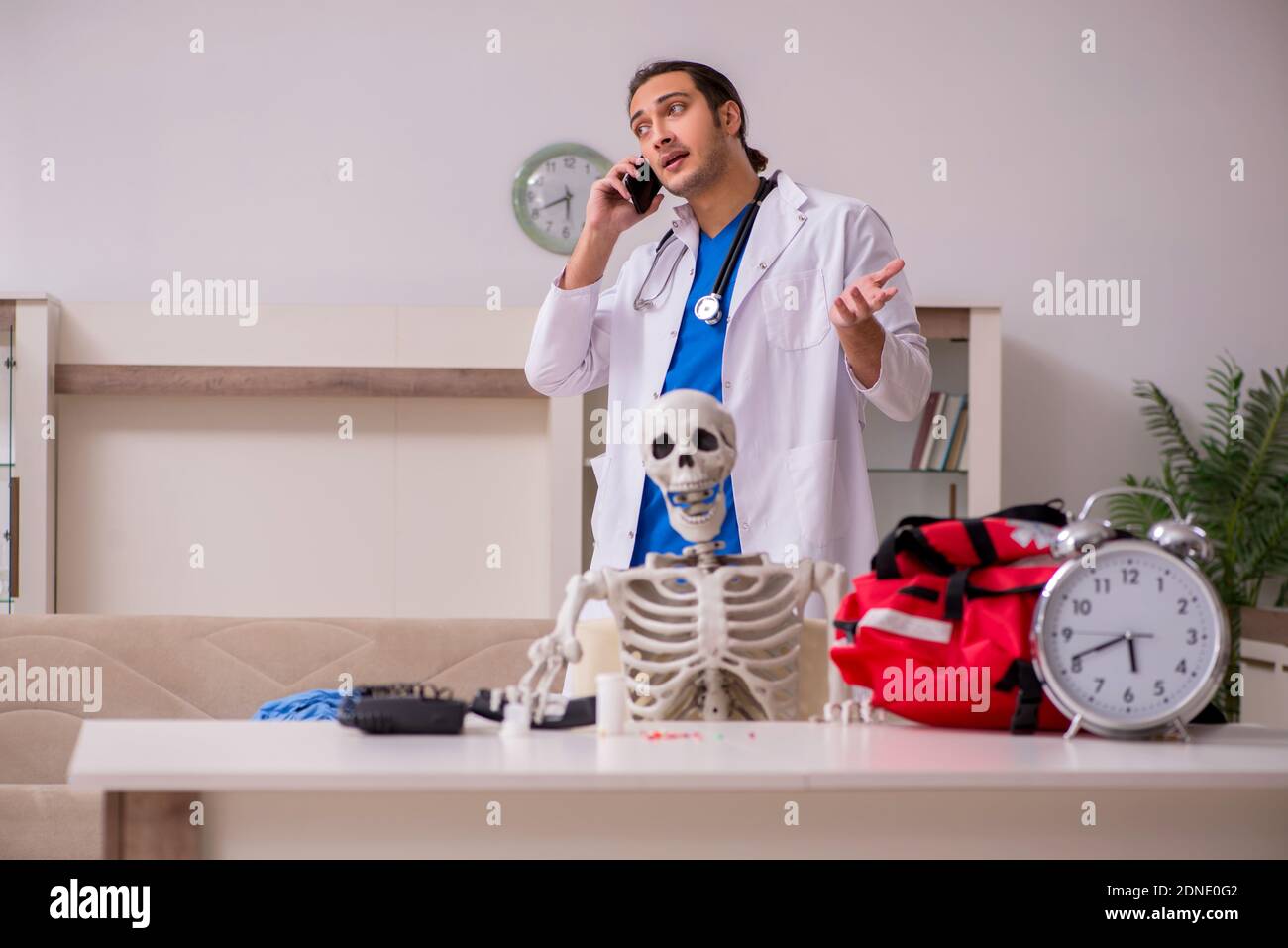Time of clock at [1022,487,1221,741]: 5:41
